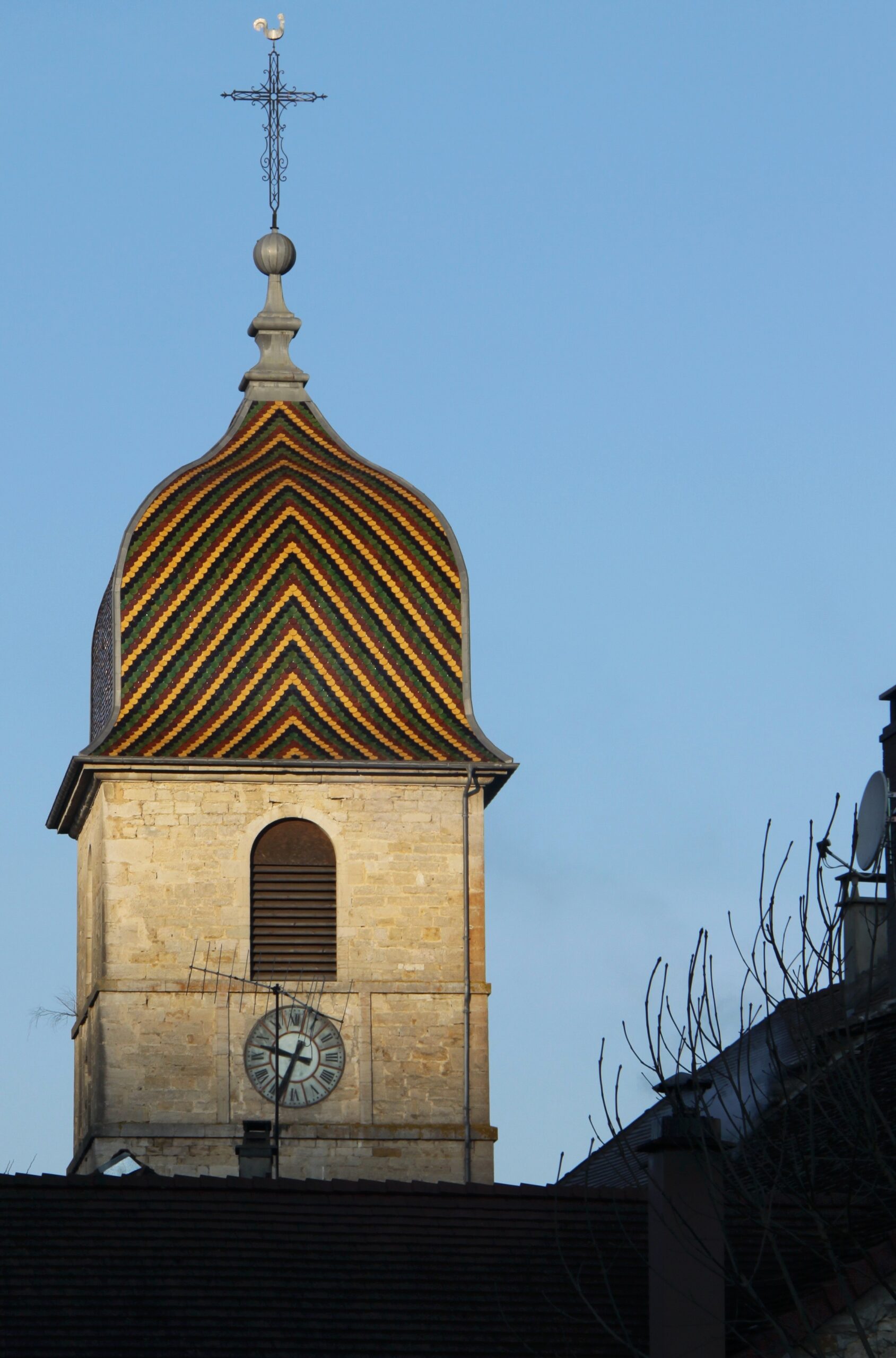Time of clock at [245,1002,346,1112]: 9:34
